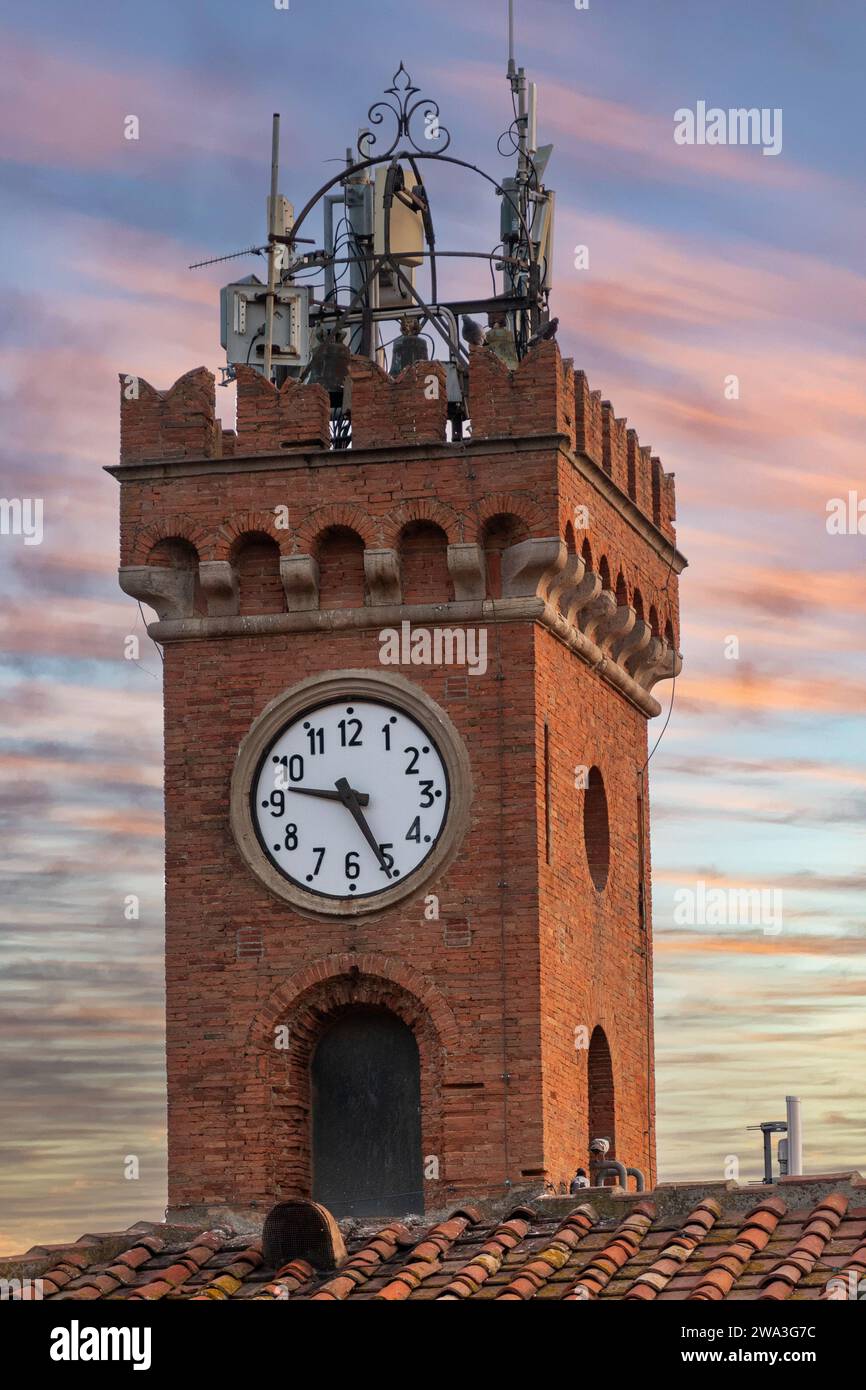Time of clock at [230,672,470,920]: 9:25
